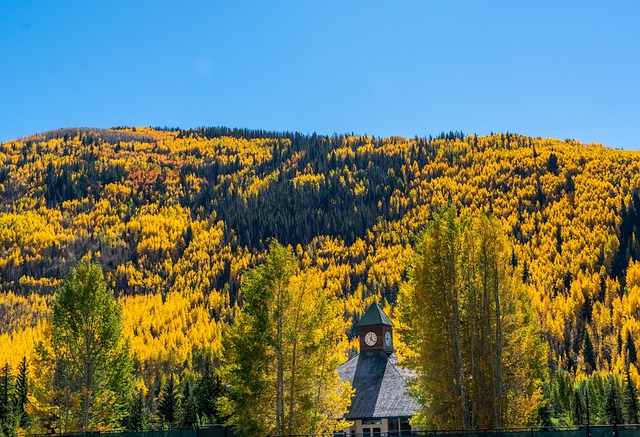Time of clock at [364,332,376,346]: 12:22
